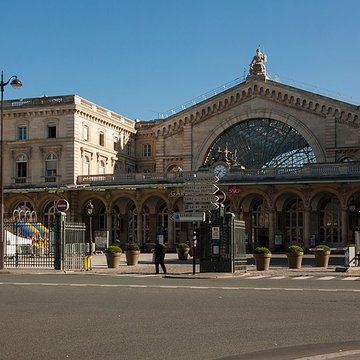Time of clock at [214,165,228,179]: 9:36
